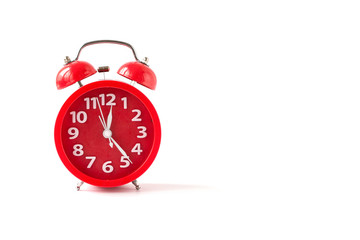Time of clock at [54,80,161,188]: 12:23
